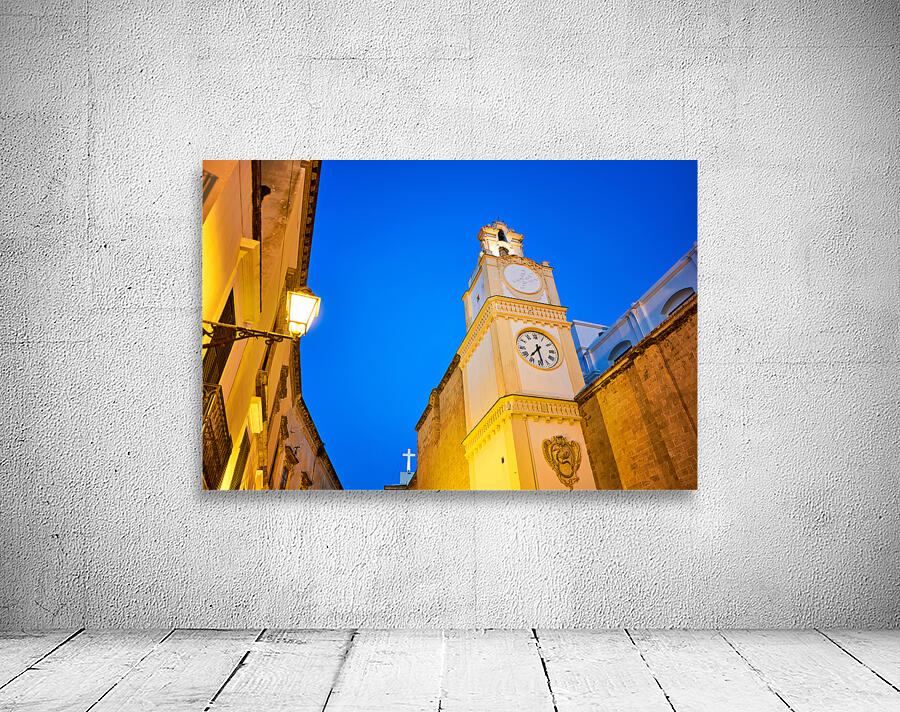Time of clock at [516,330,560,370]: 7:28
